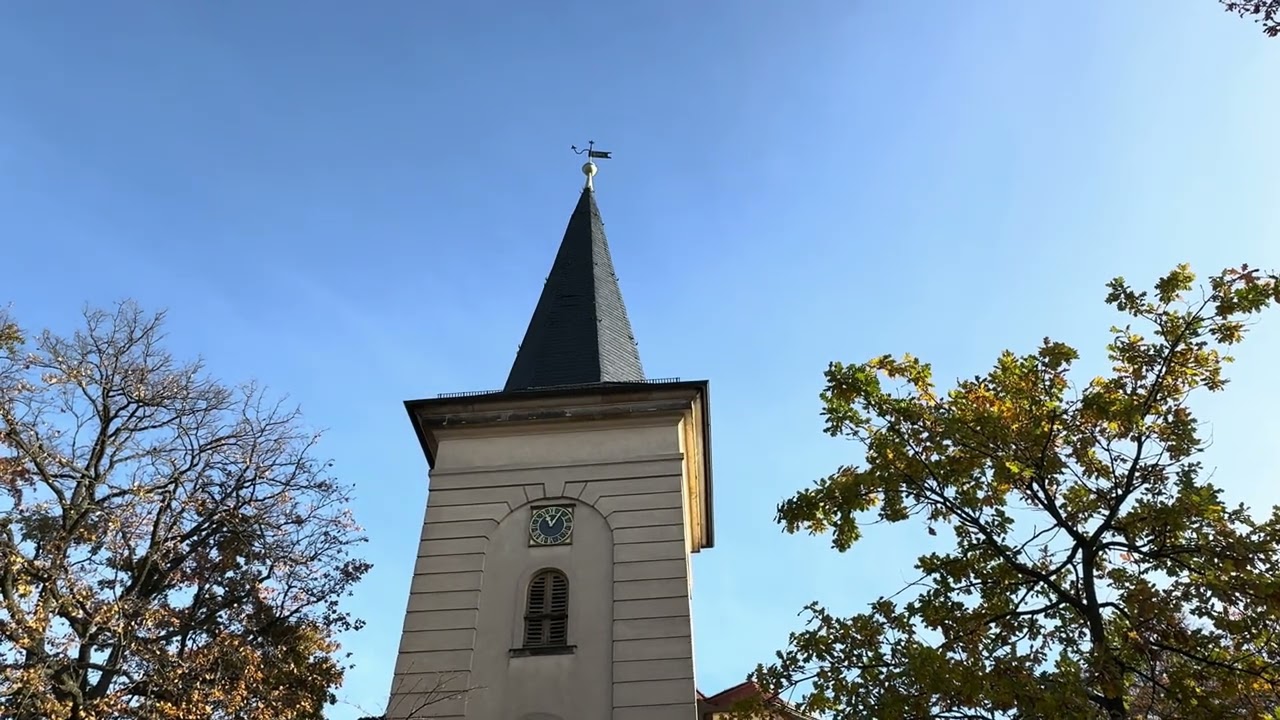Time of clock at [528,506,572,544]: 11:05
